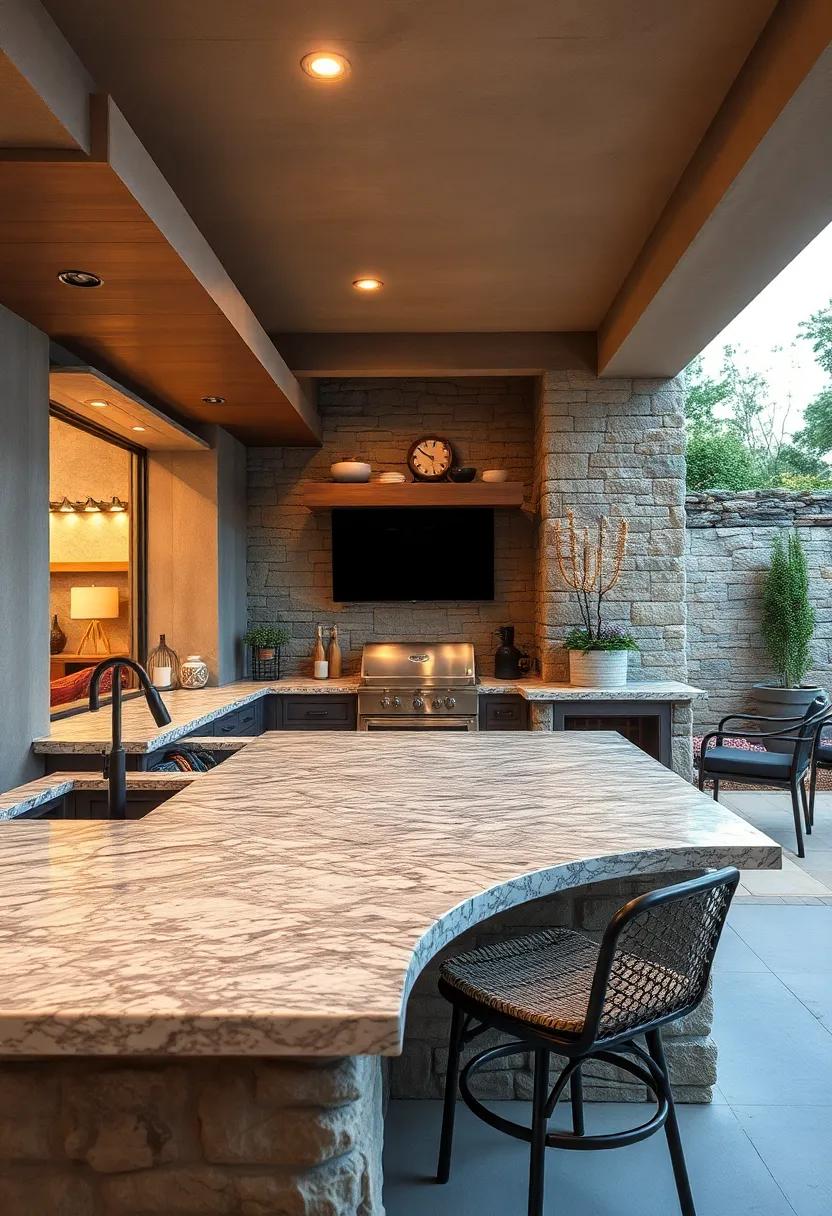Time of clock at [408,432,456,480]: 9:50
